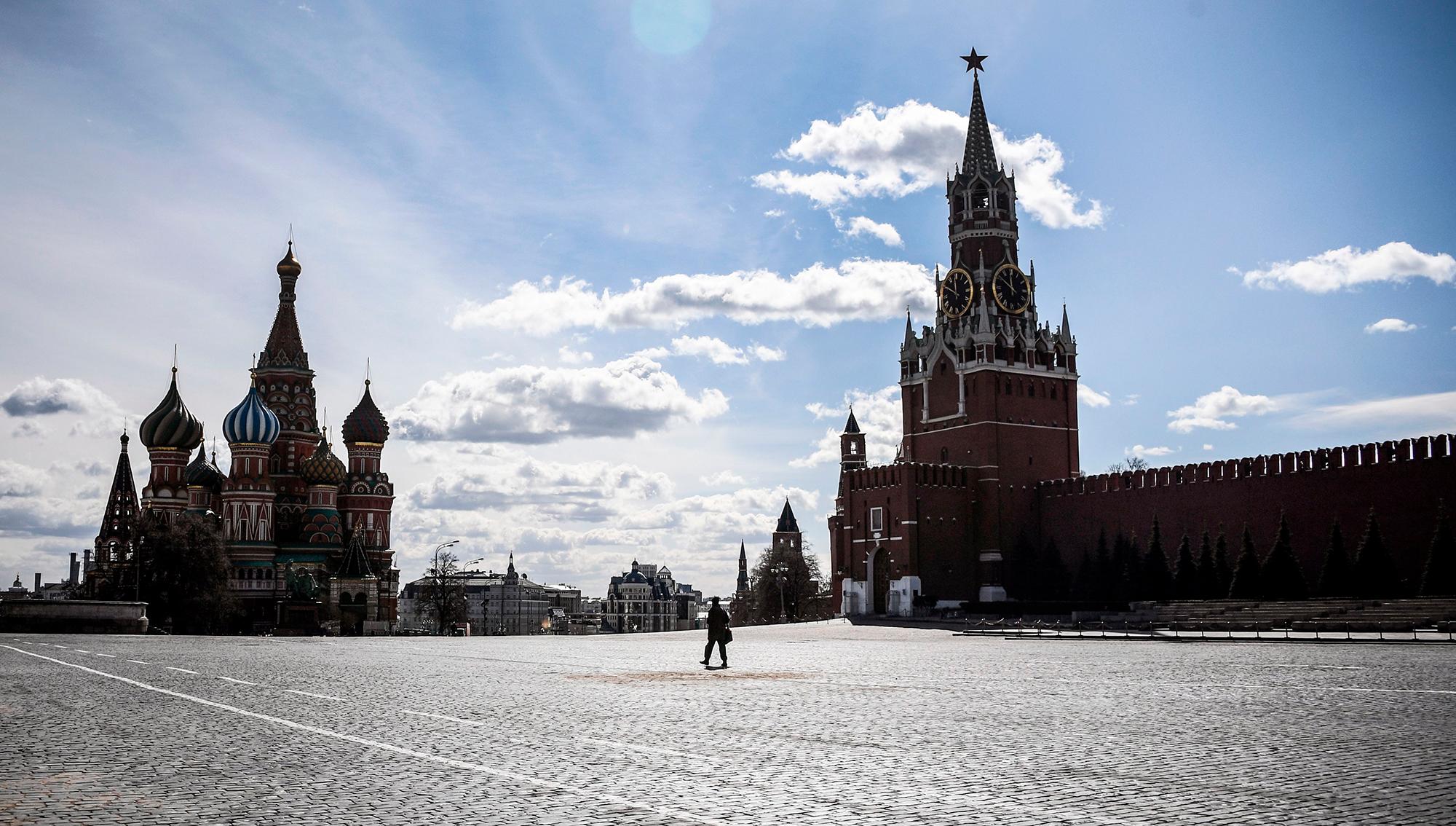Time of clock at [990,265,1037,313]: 11:50
